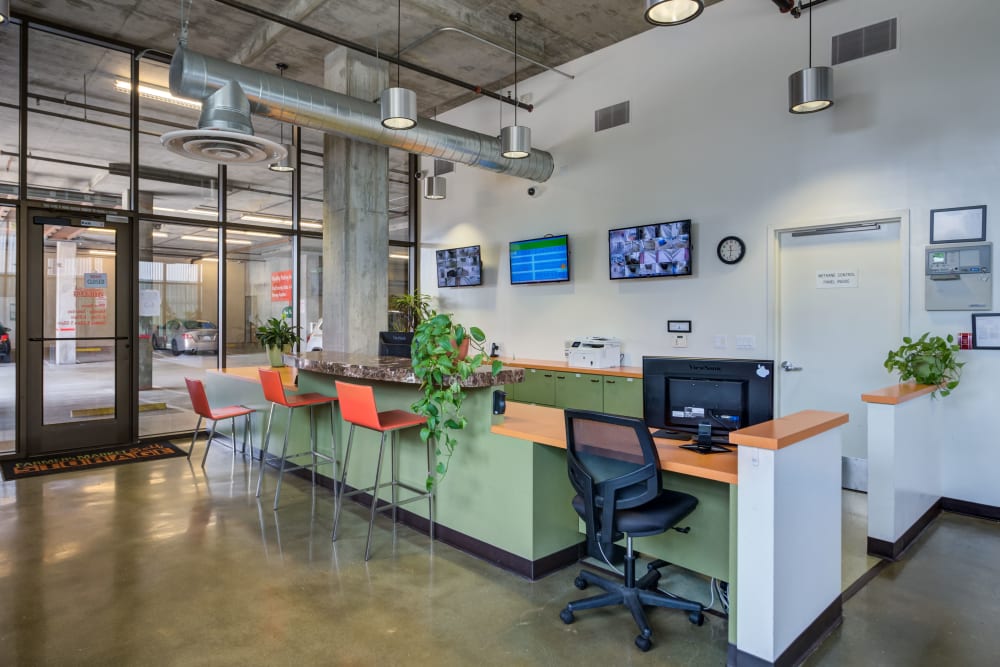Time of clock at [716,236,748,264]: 11:31
